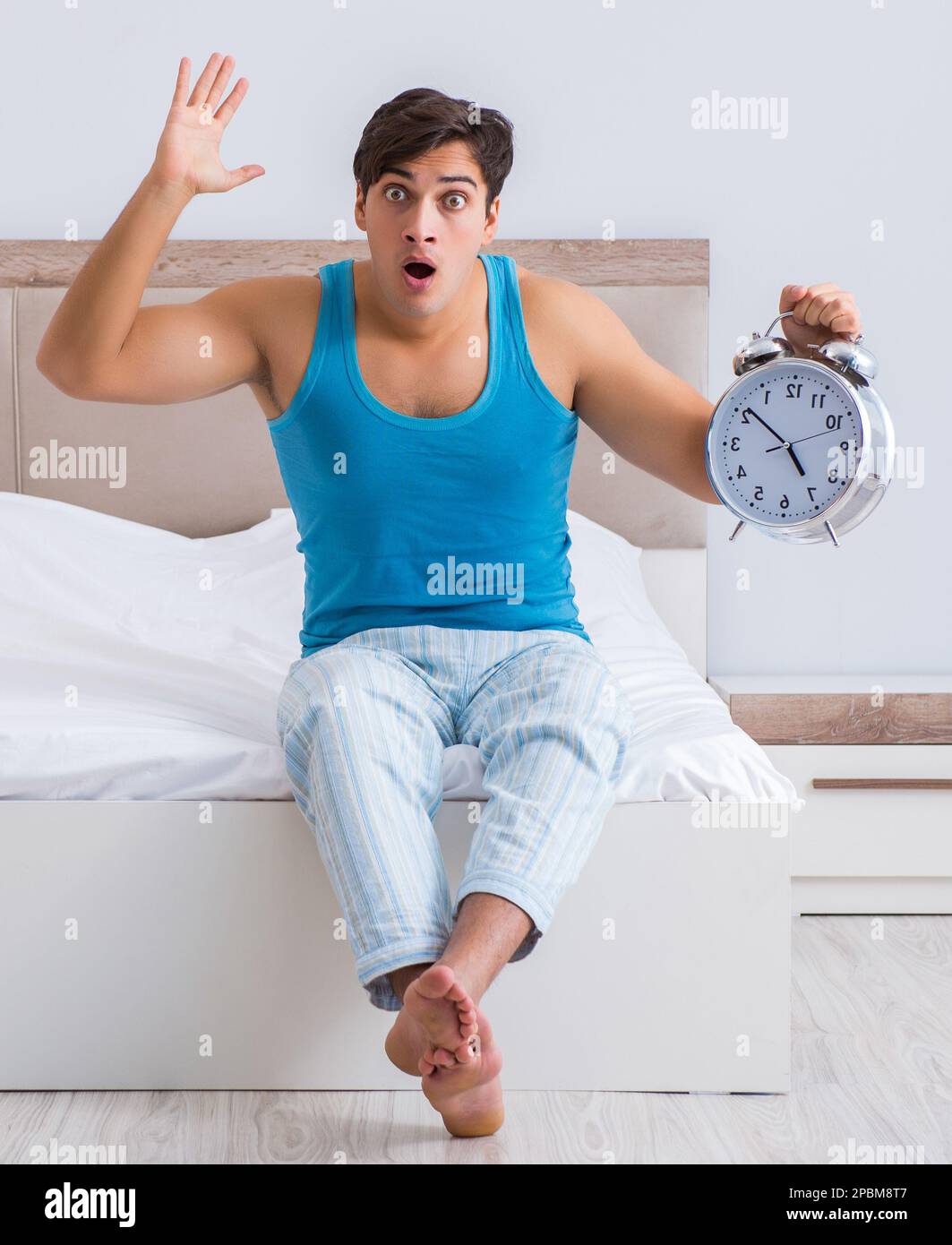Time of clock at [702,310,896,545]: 4:51
